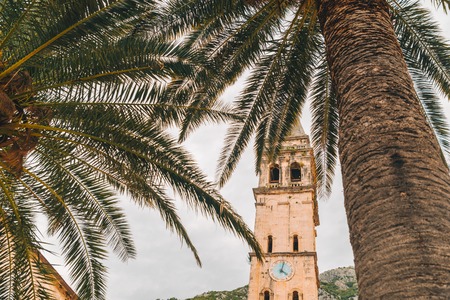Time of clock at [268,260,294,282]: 4:02
